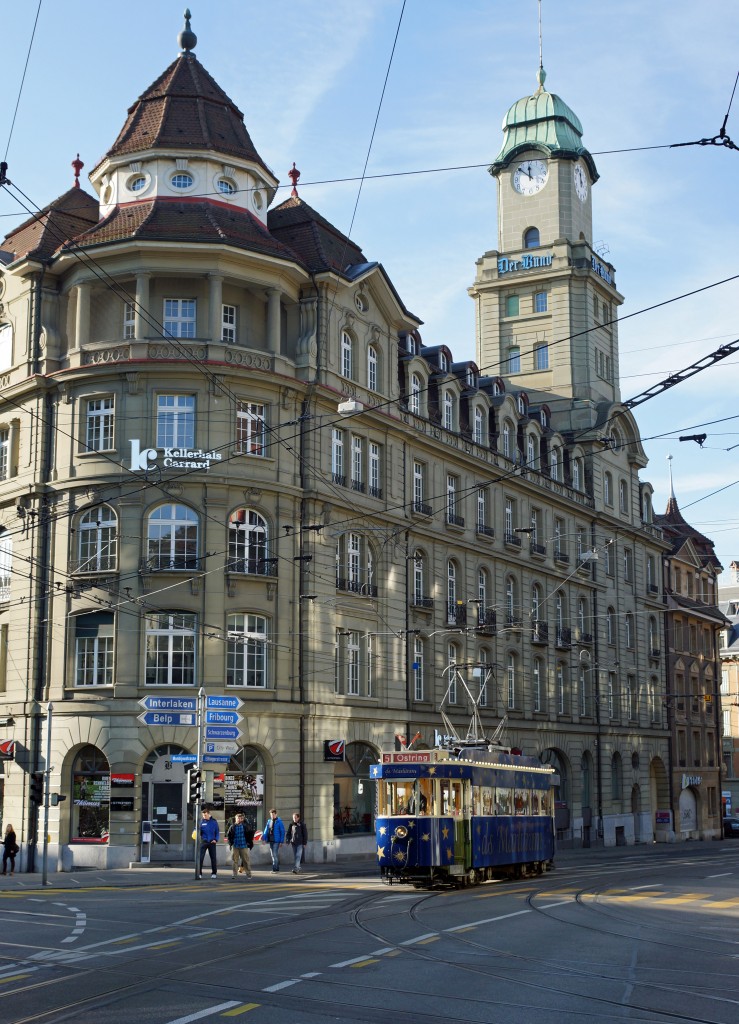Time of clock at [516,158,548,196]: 11:51
